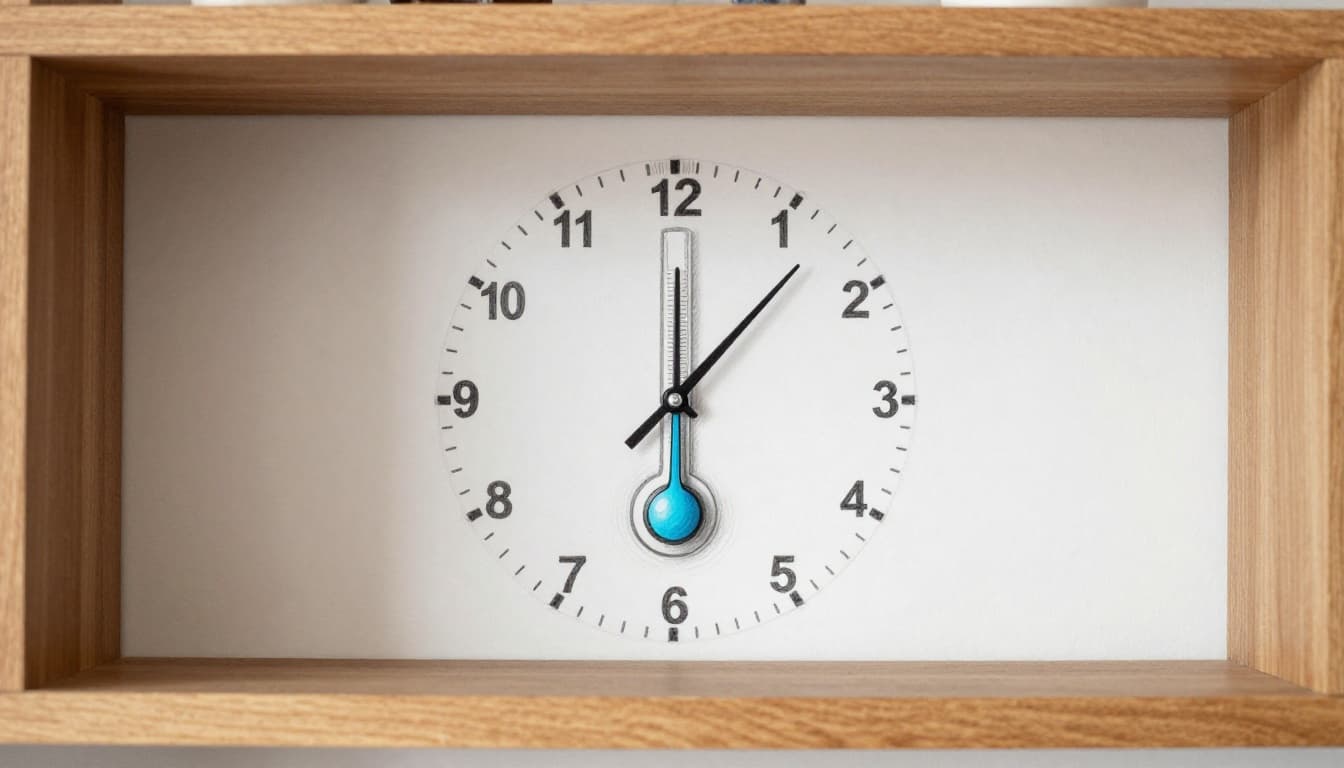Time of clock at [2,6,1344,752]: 6:06
